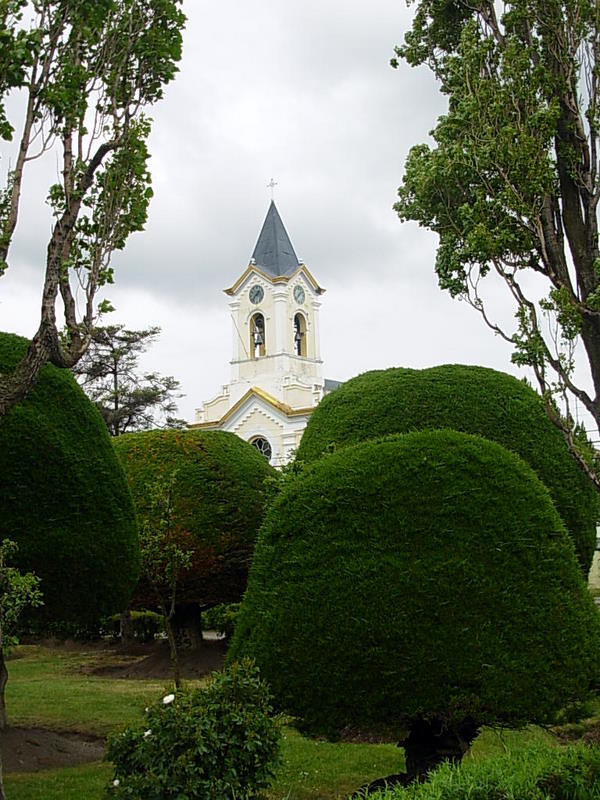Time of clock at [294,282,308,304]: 1:37
